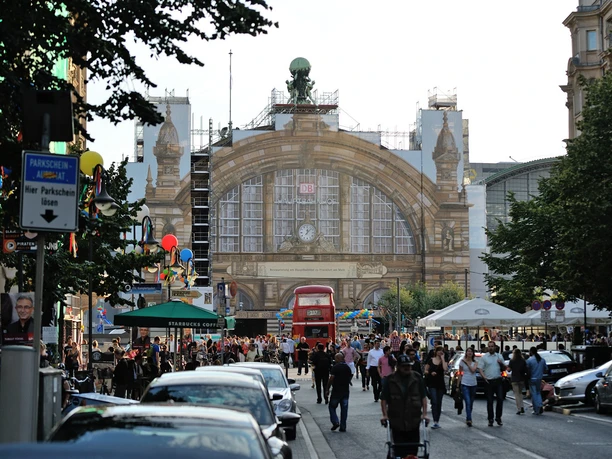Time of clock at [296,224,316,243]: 12:07
